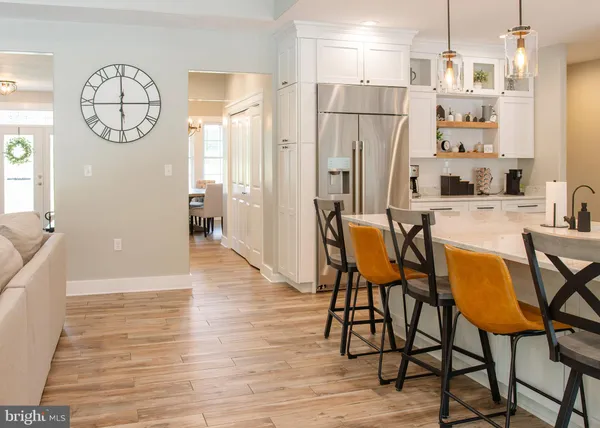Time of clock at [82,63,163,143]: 6:00
